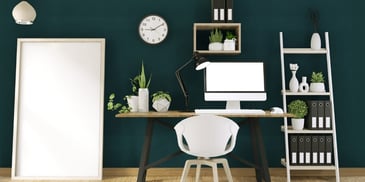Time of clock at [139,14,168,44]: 9:09
